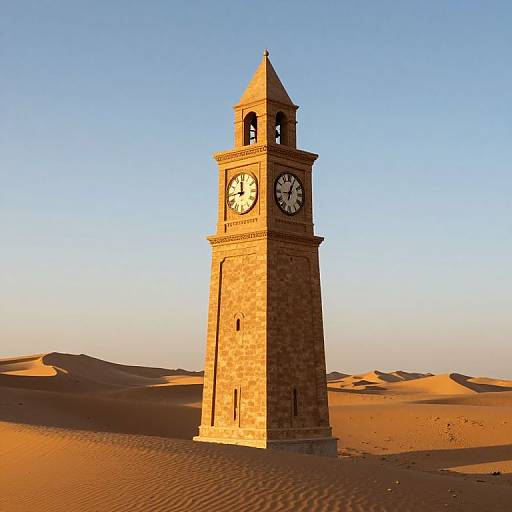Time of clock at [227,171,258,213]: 11:44
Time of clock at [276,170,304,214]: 12:03
